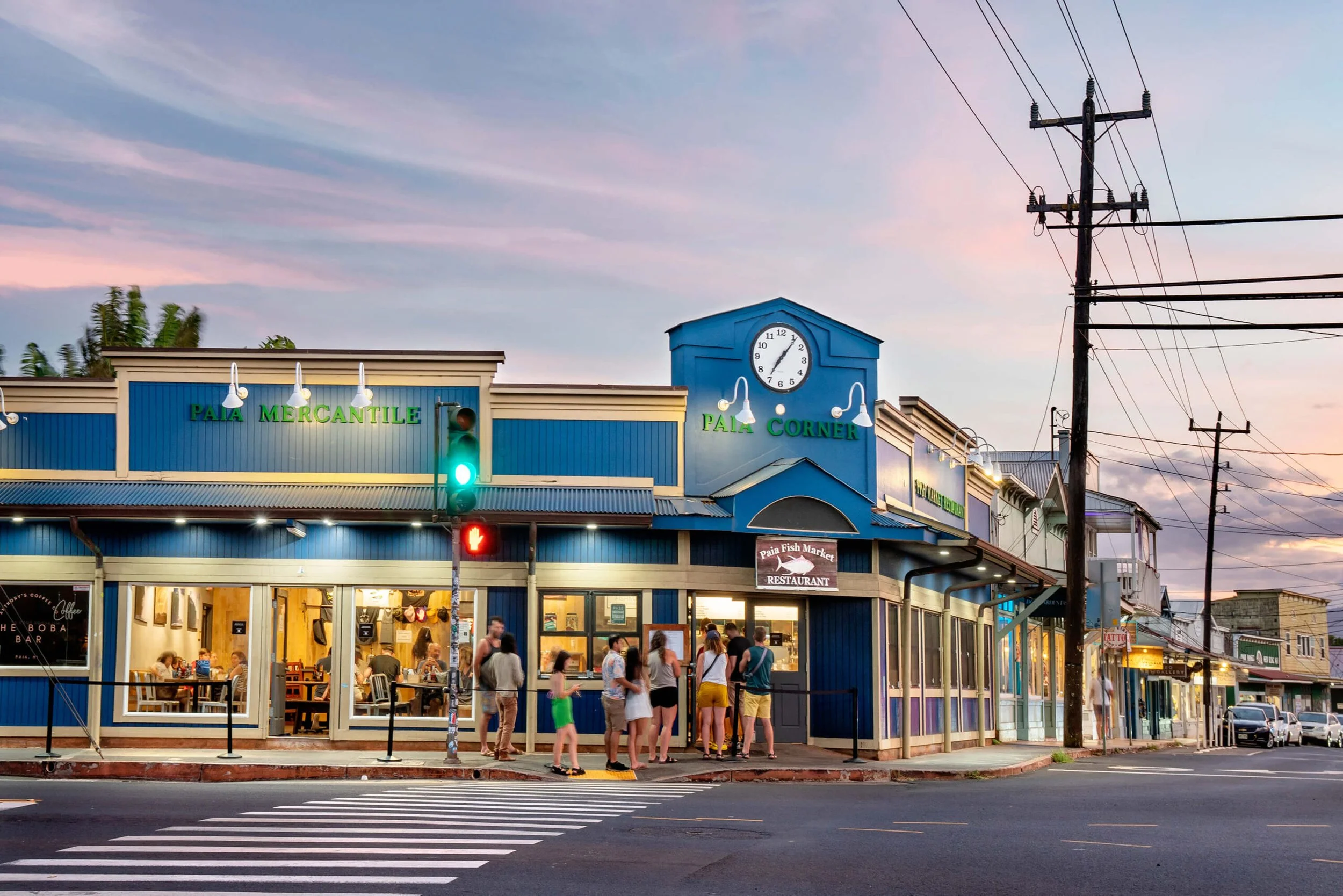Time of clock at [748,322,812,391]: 7:06
